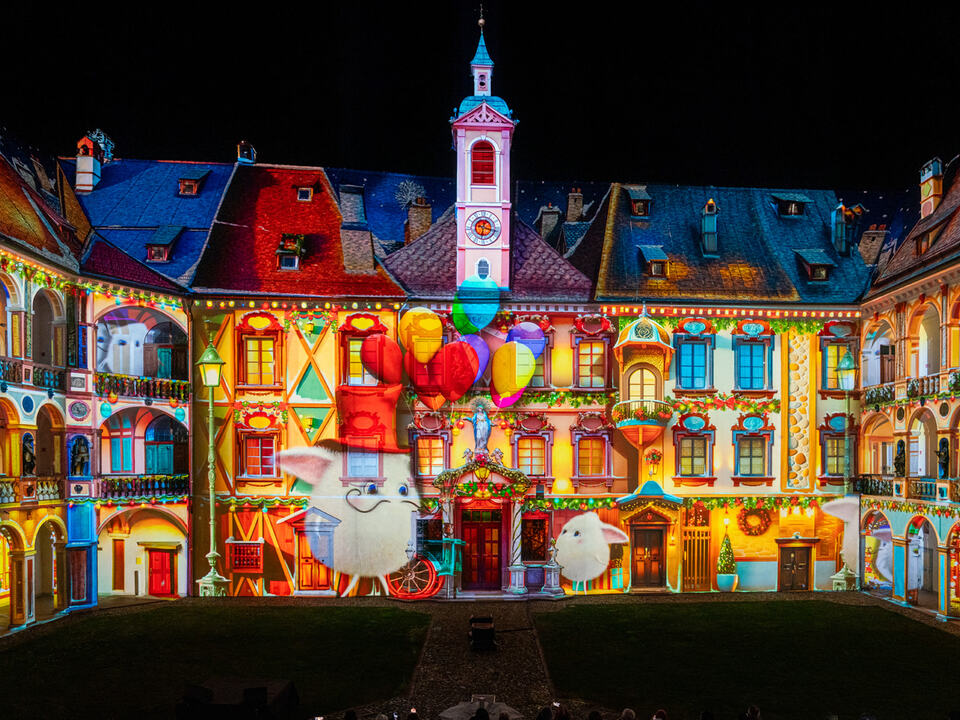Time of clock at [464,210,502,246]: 6:17
